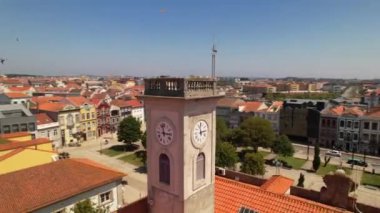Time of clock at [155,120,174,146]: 2:58
